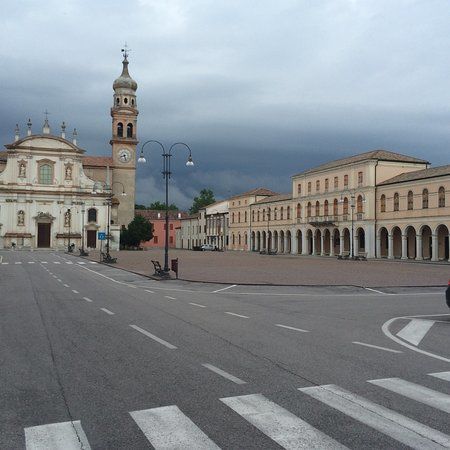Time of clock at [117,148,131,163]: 8:27
